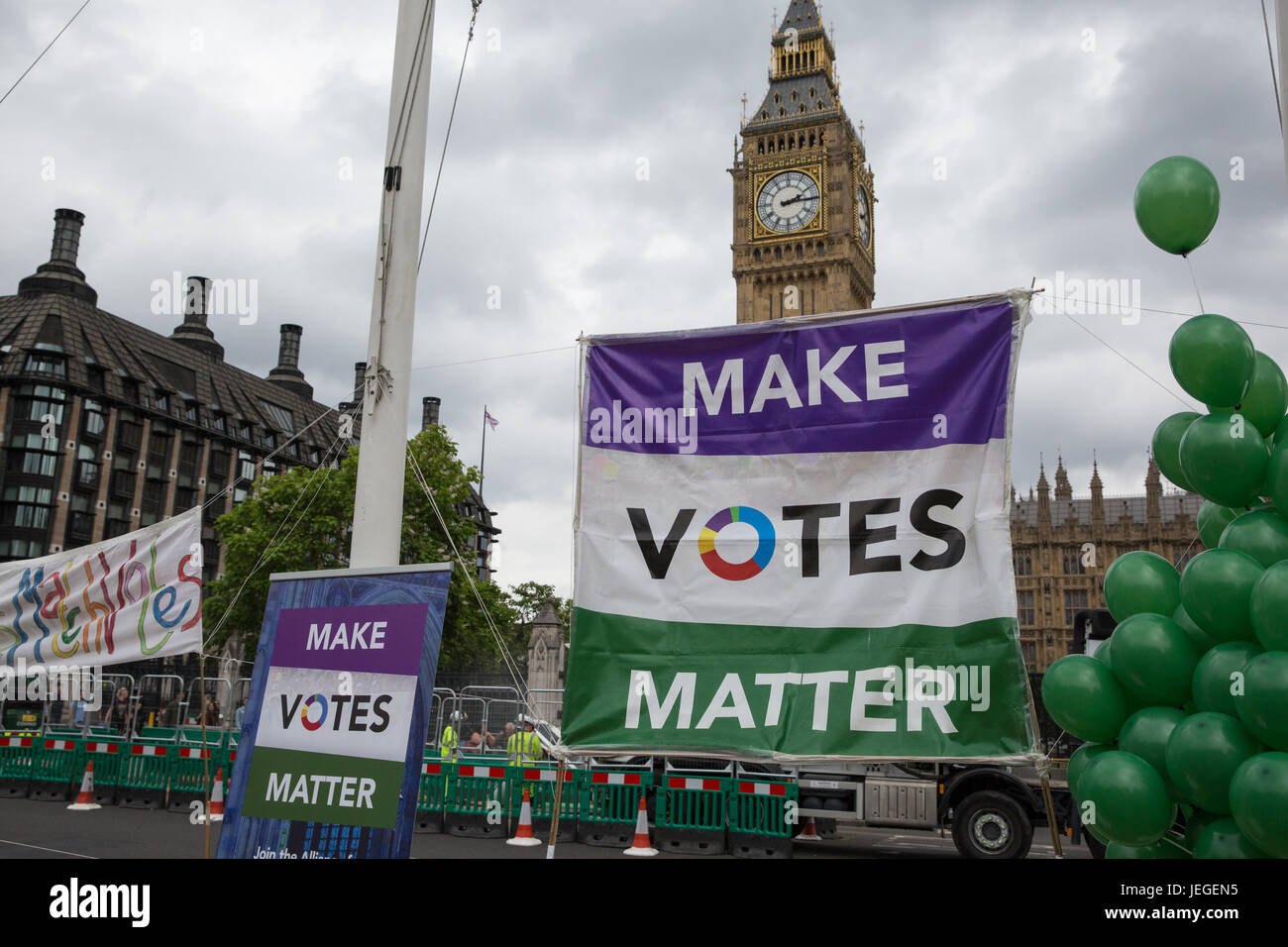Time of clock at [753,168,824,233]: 2:14
